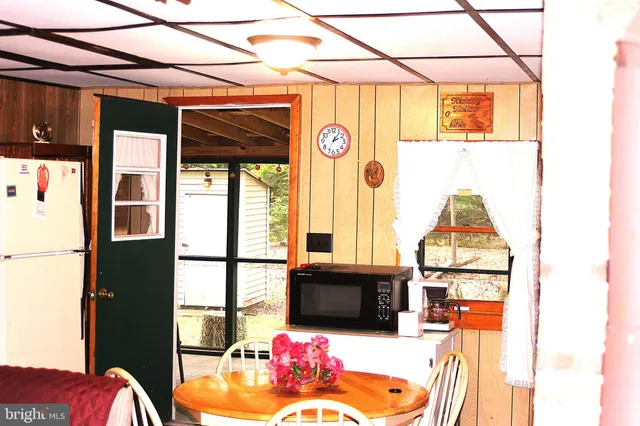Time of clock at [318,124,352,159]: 2:06
